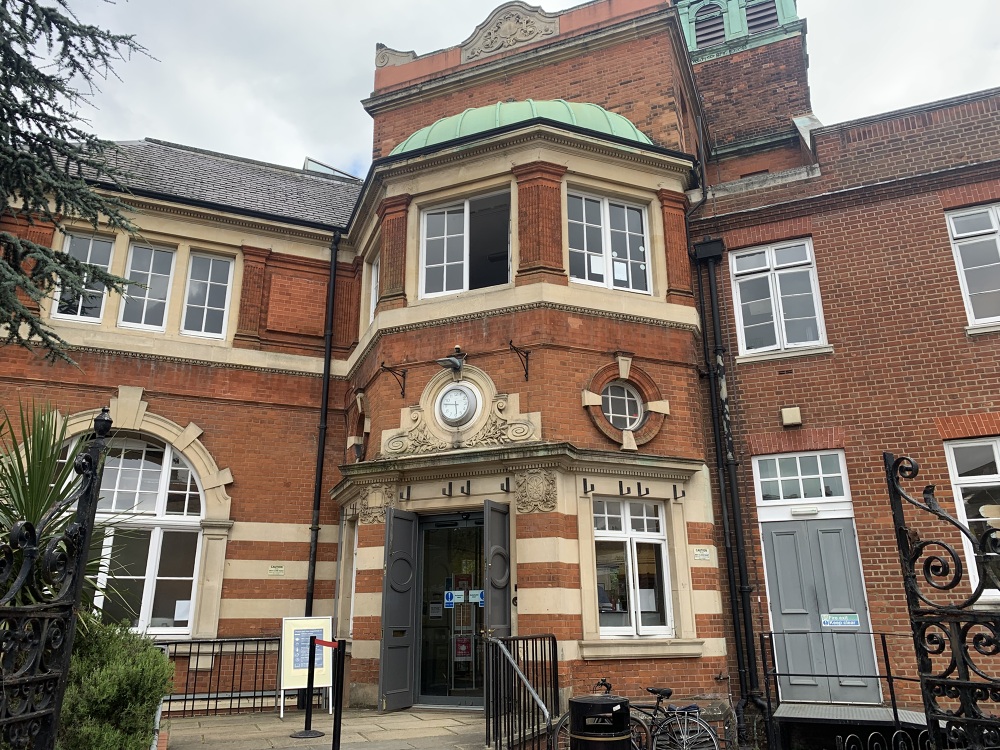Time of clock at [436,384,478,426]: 5:46
